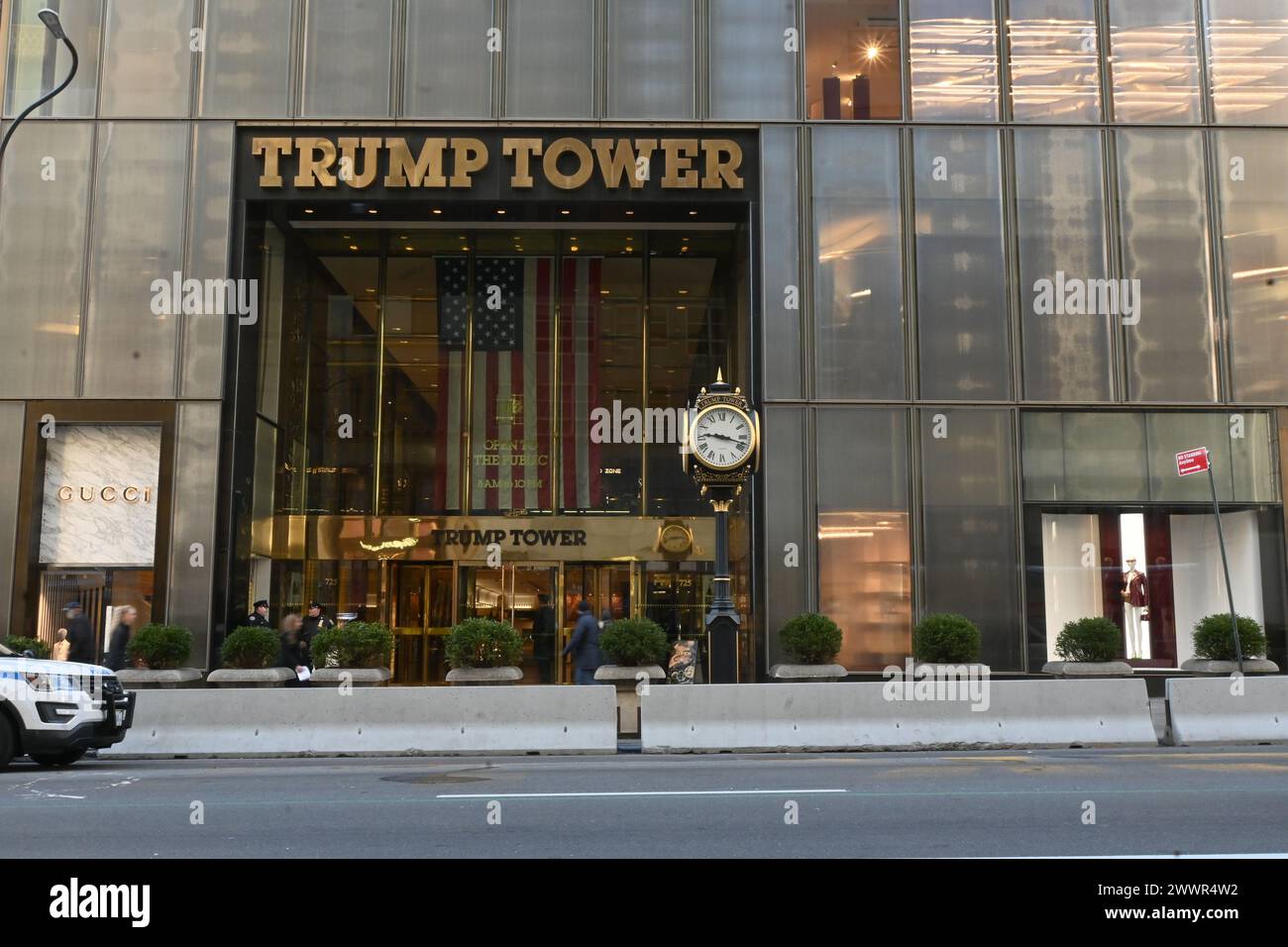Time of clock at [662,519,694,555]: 2:42
